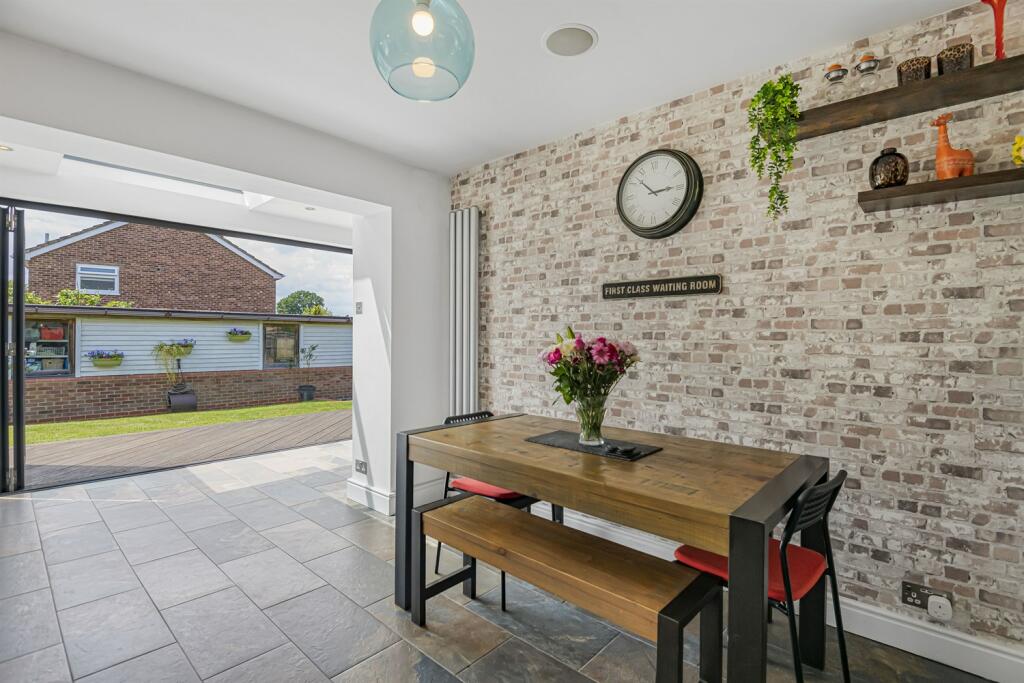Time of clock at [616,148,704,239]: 2:52
